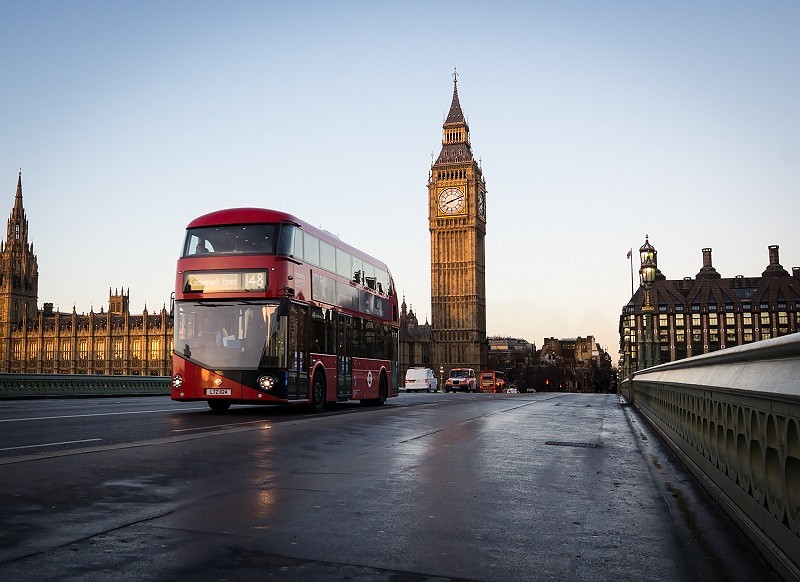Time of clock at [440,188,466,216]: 8:11
